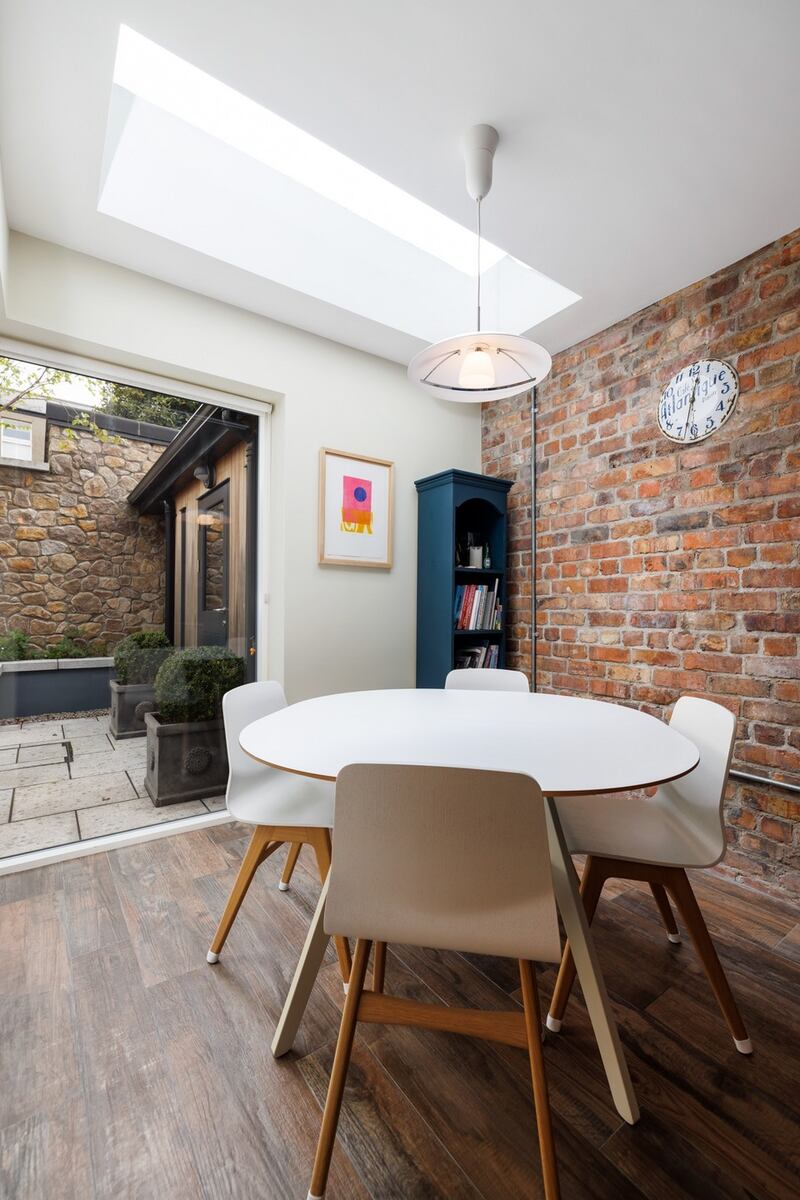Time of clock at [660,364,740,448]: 12:32
